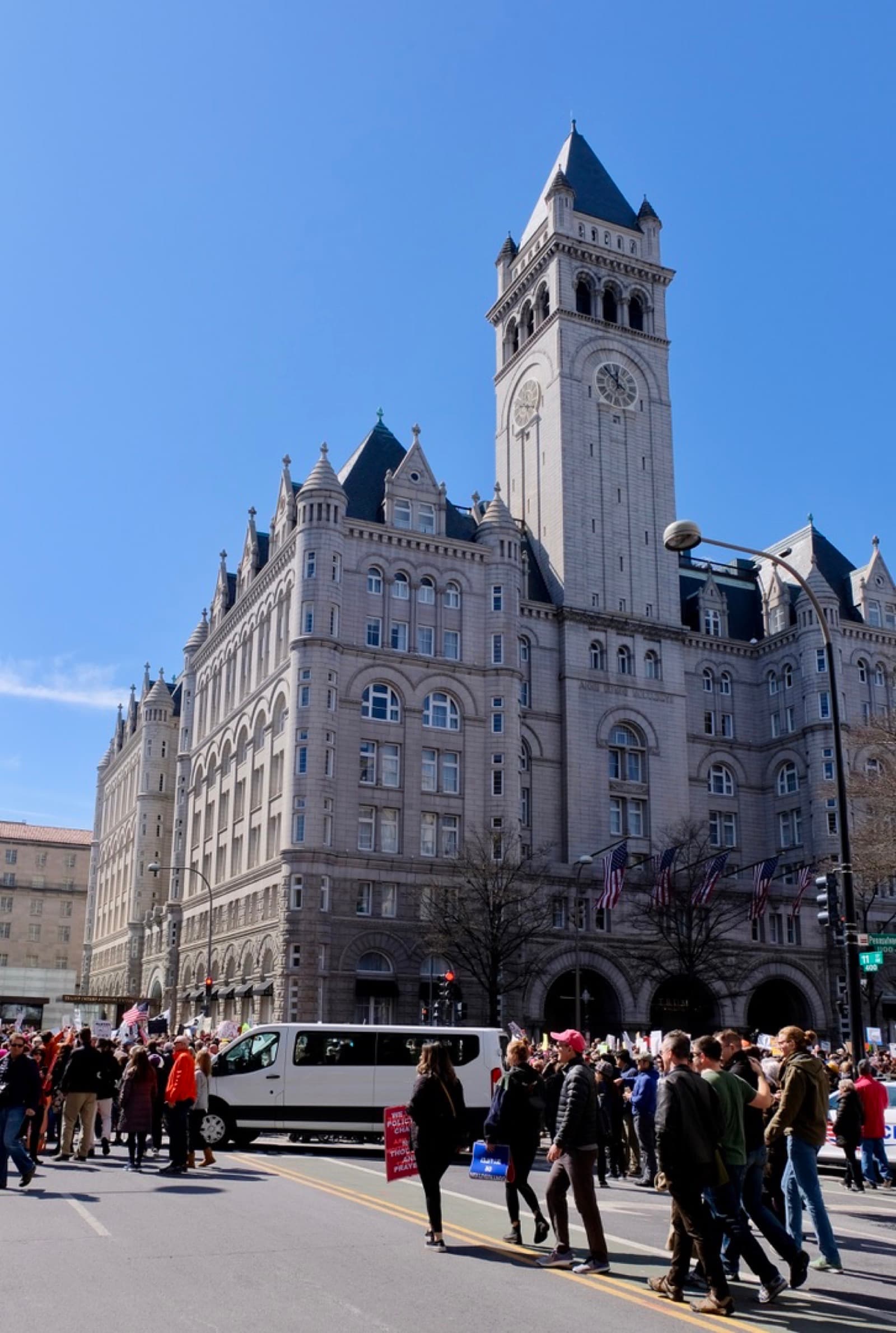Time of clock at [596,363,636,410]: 11:52
